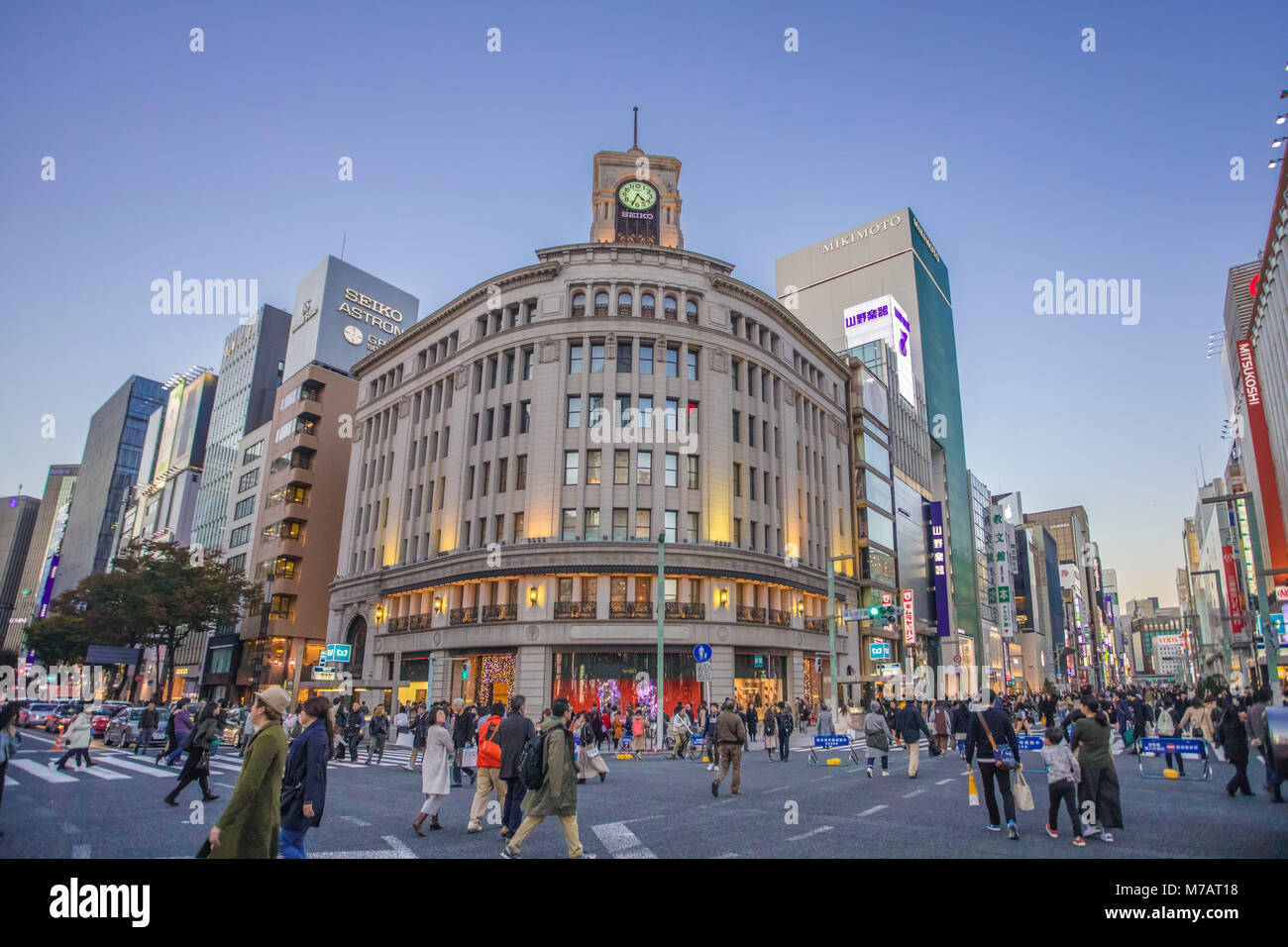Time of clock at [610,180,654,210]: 4:33
